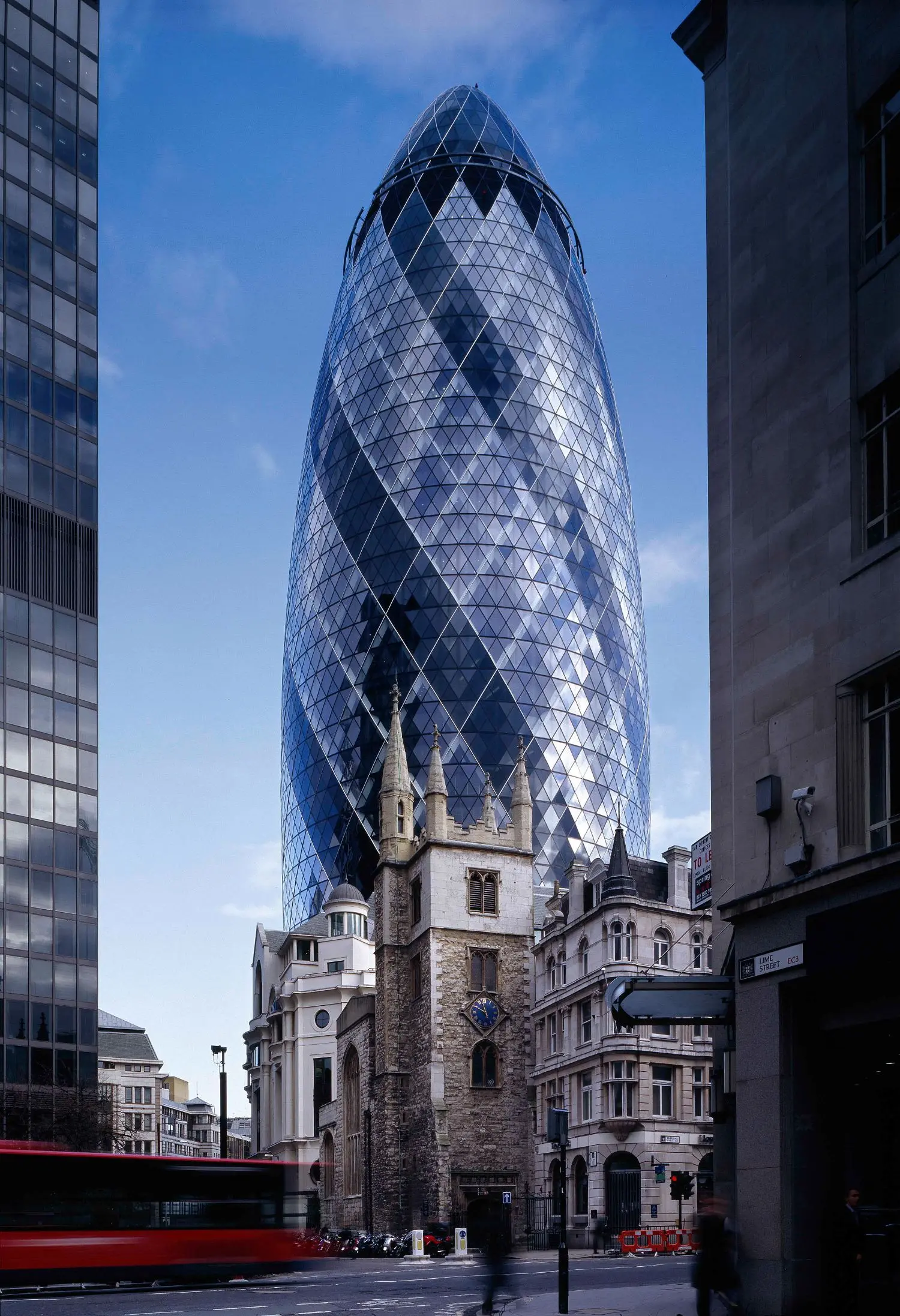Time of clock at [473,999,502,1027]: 9:57
